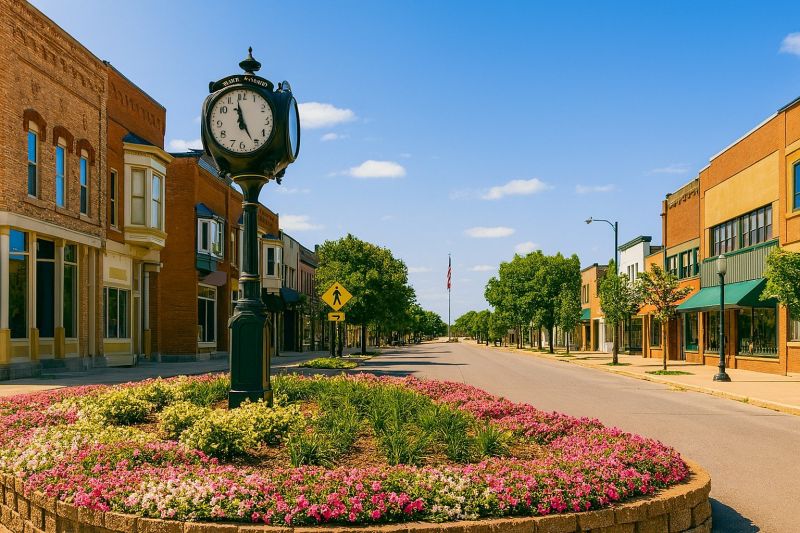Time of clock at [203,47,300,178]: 4:59
